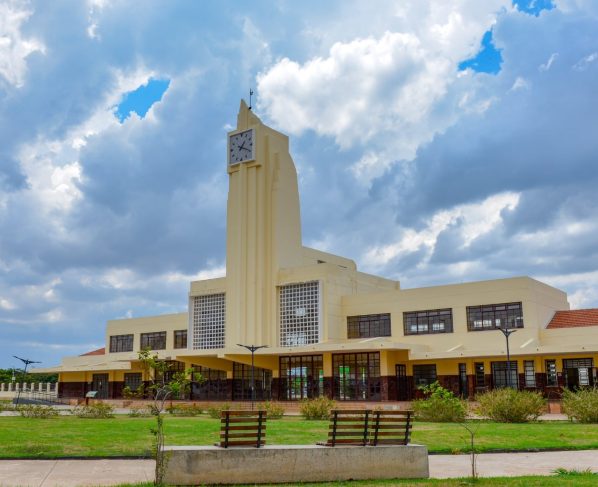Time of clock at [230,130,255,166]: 1:18
